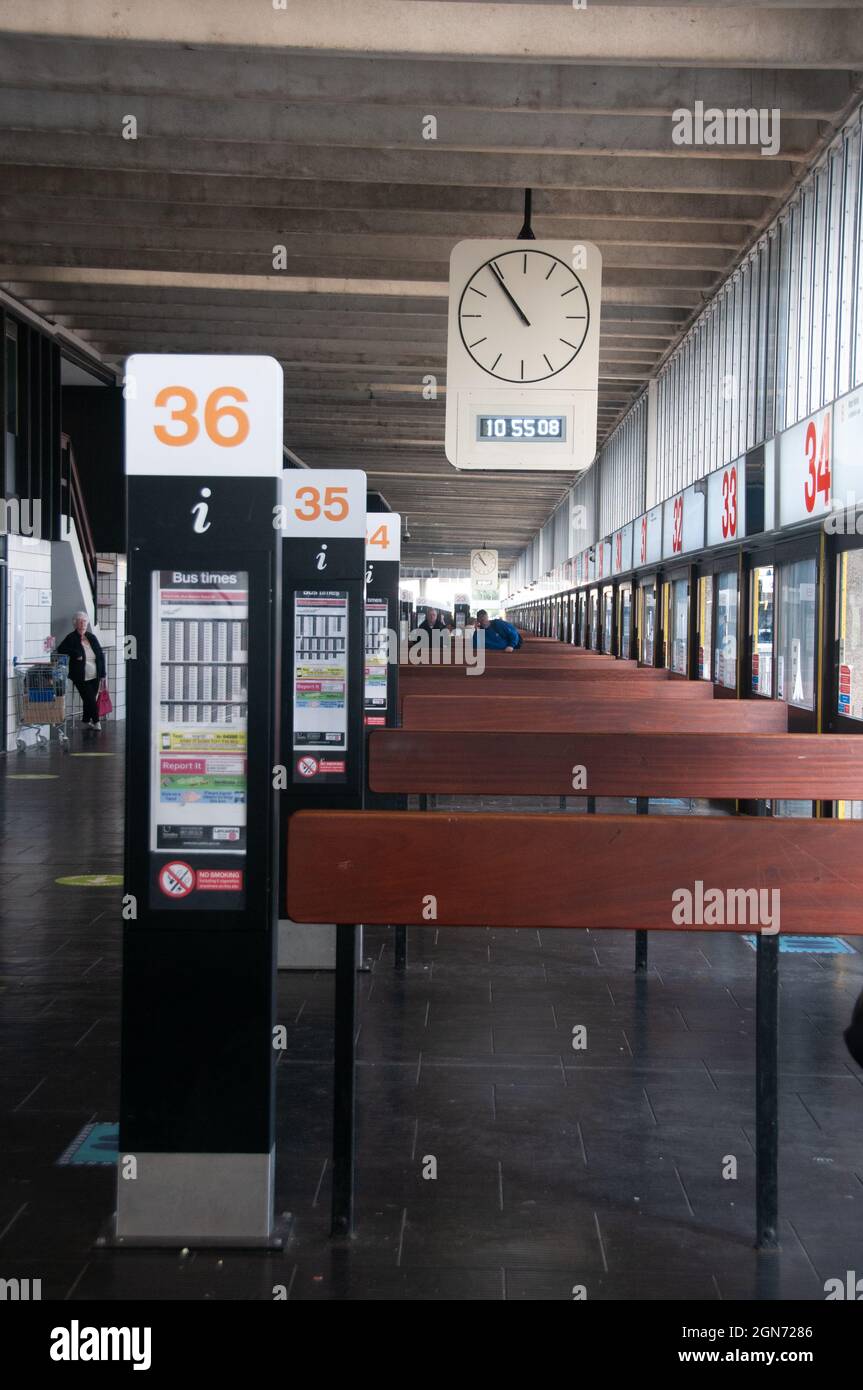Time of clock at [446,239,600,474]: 10:54
